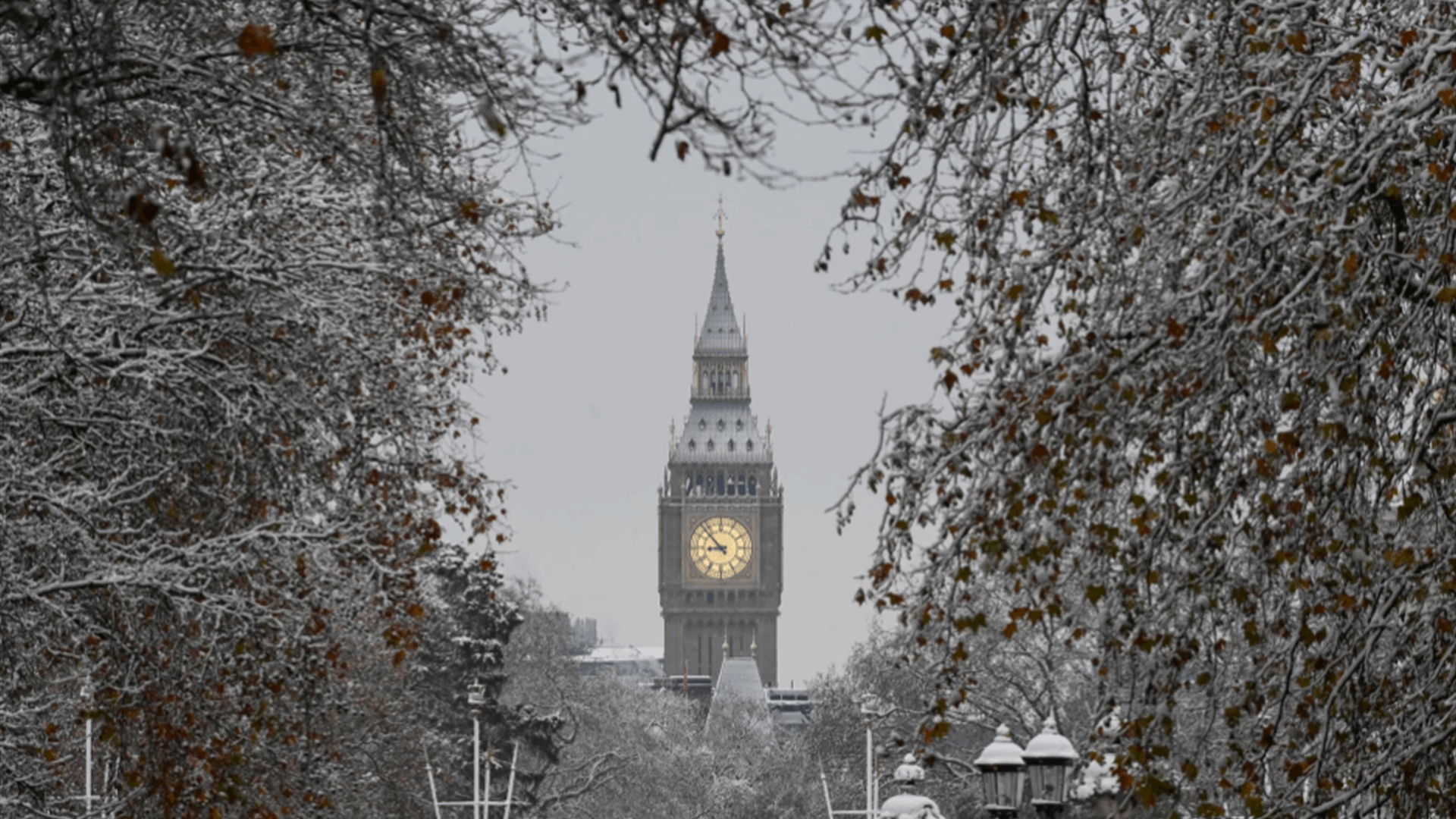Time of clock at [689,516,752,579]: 8:52
